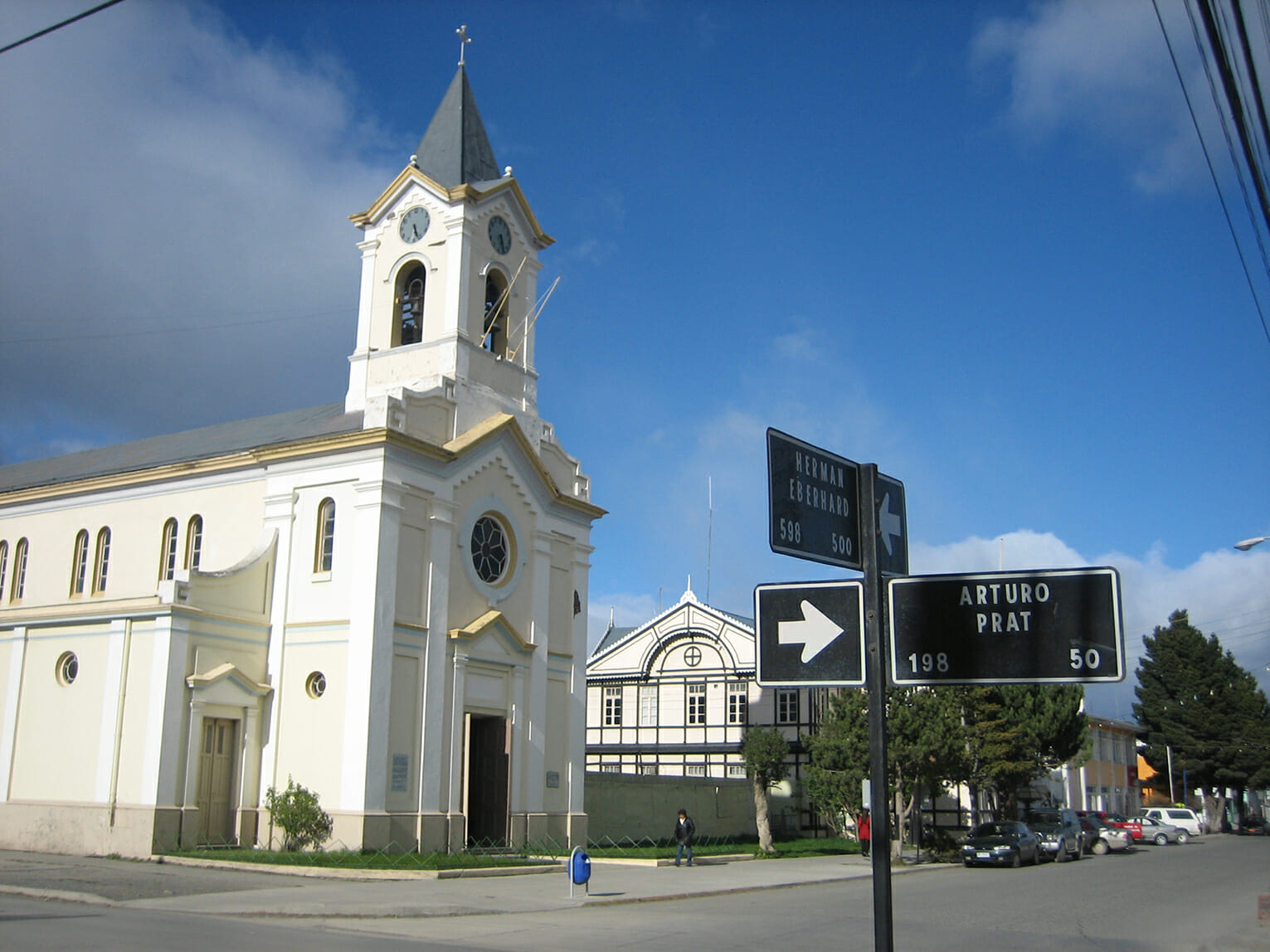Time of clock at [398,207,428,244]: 5:26
